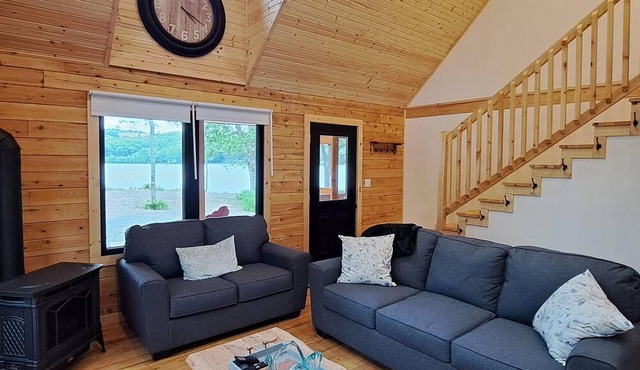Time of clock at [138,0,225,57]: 4:19
